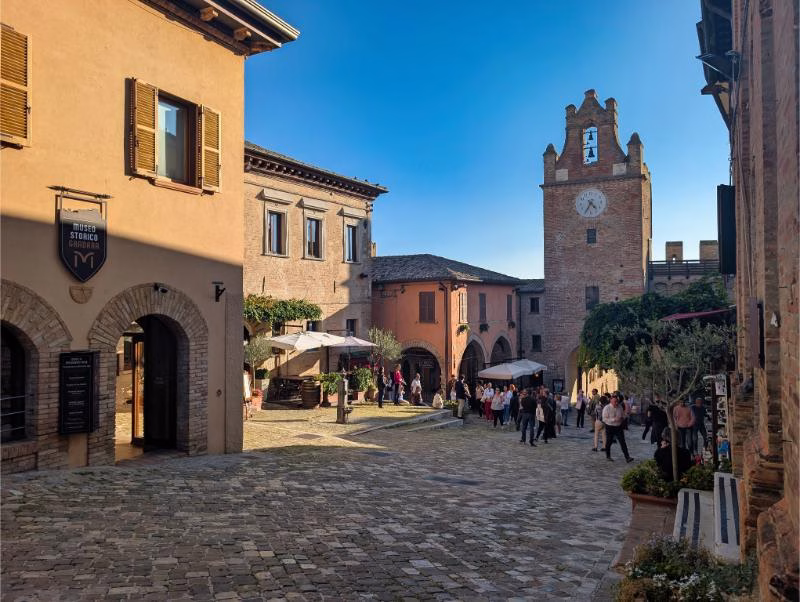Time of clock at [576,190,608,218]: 4:35
